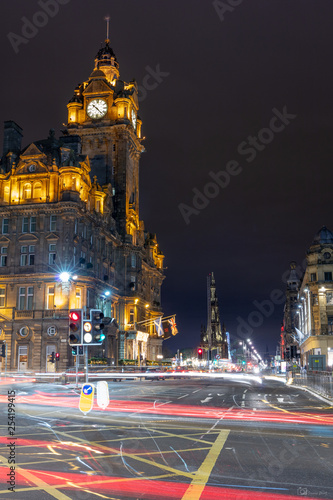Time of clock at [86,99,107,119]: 10:23
